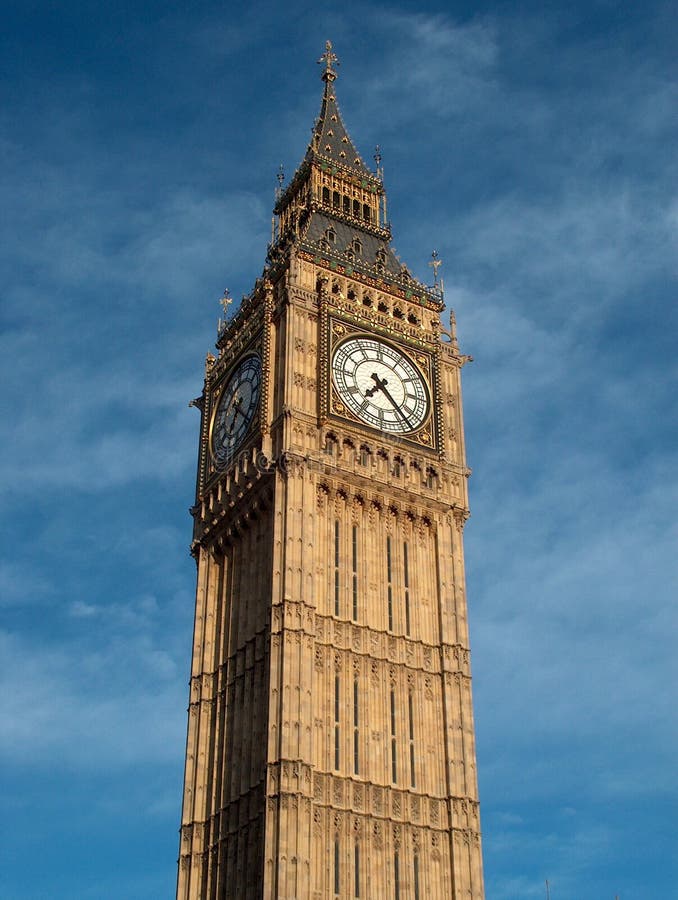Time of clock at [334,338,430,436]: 7:23
